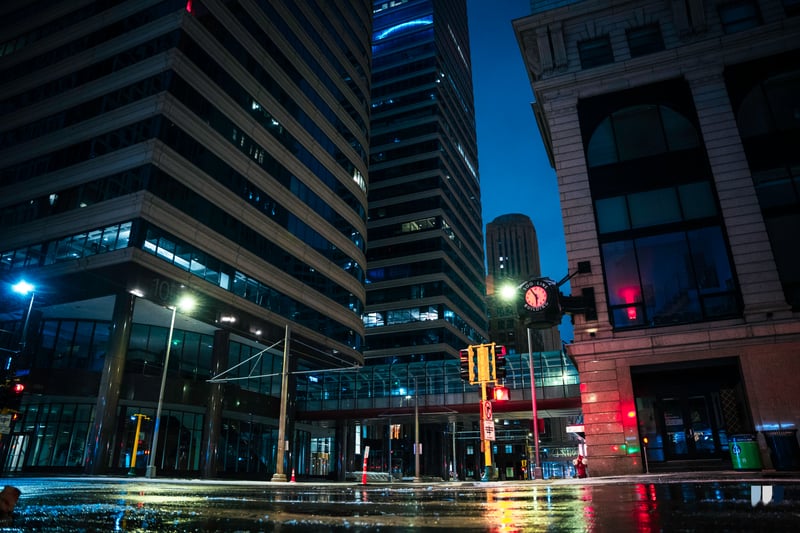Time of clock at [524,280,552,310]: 5:54
